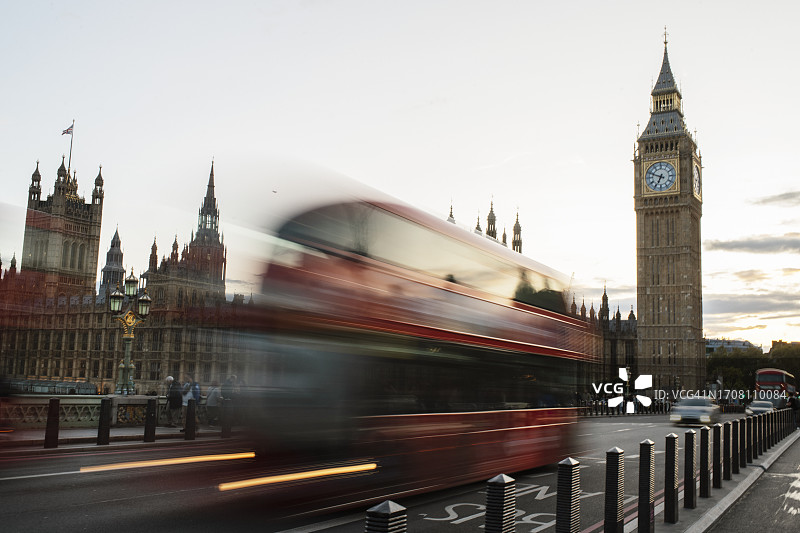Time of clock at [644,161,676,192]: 6:48
